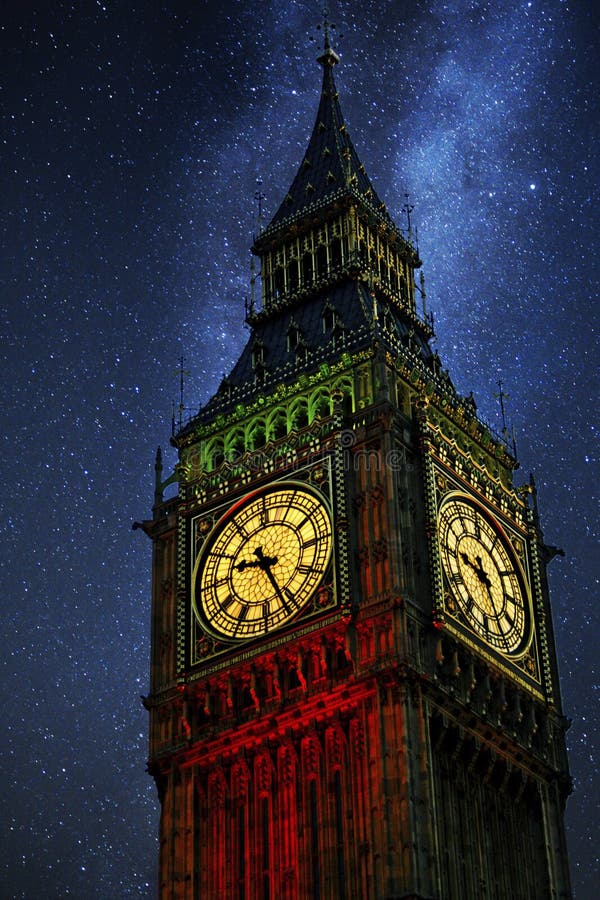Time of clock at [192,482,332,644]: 9:26
